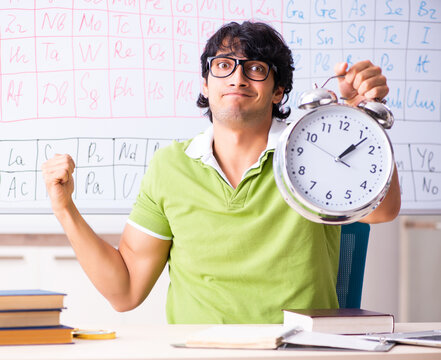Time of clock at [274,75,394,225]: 1:06
